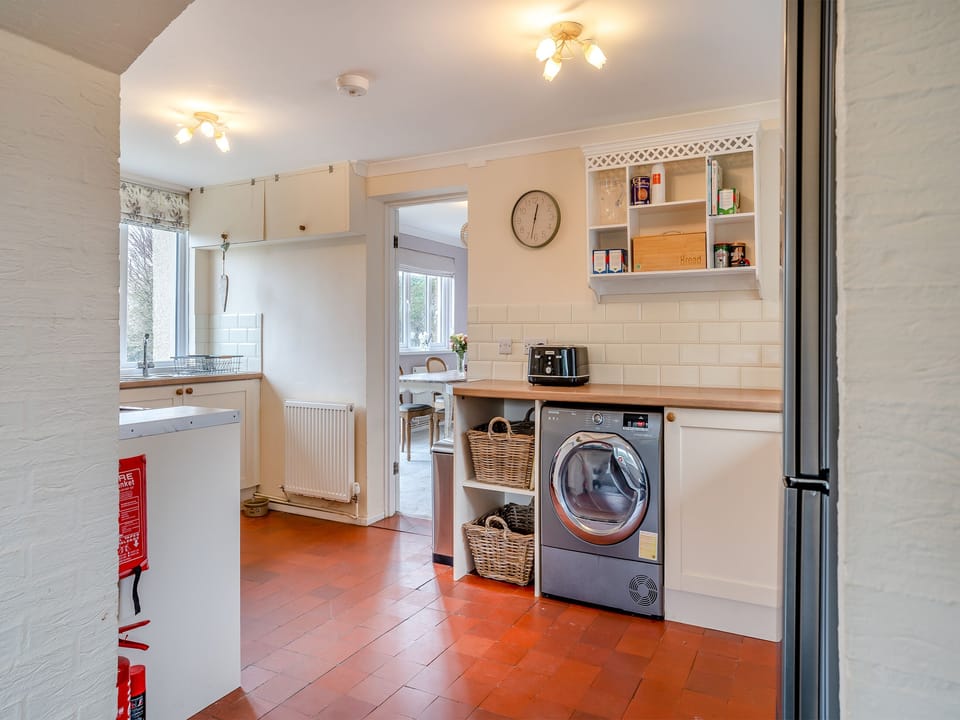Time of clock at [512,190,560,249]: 12:32
